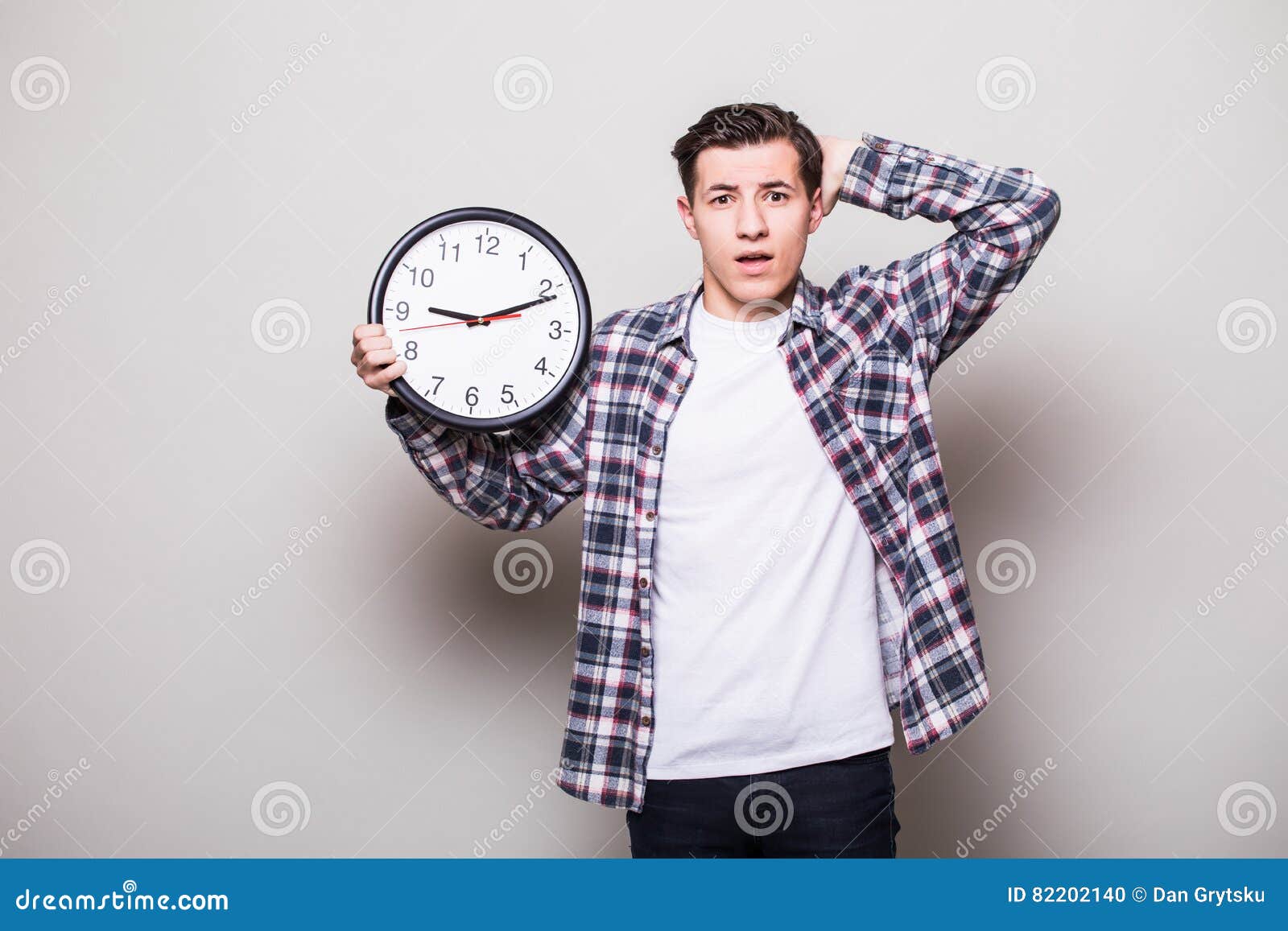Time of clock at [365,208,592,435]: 9:11
